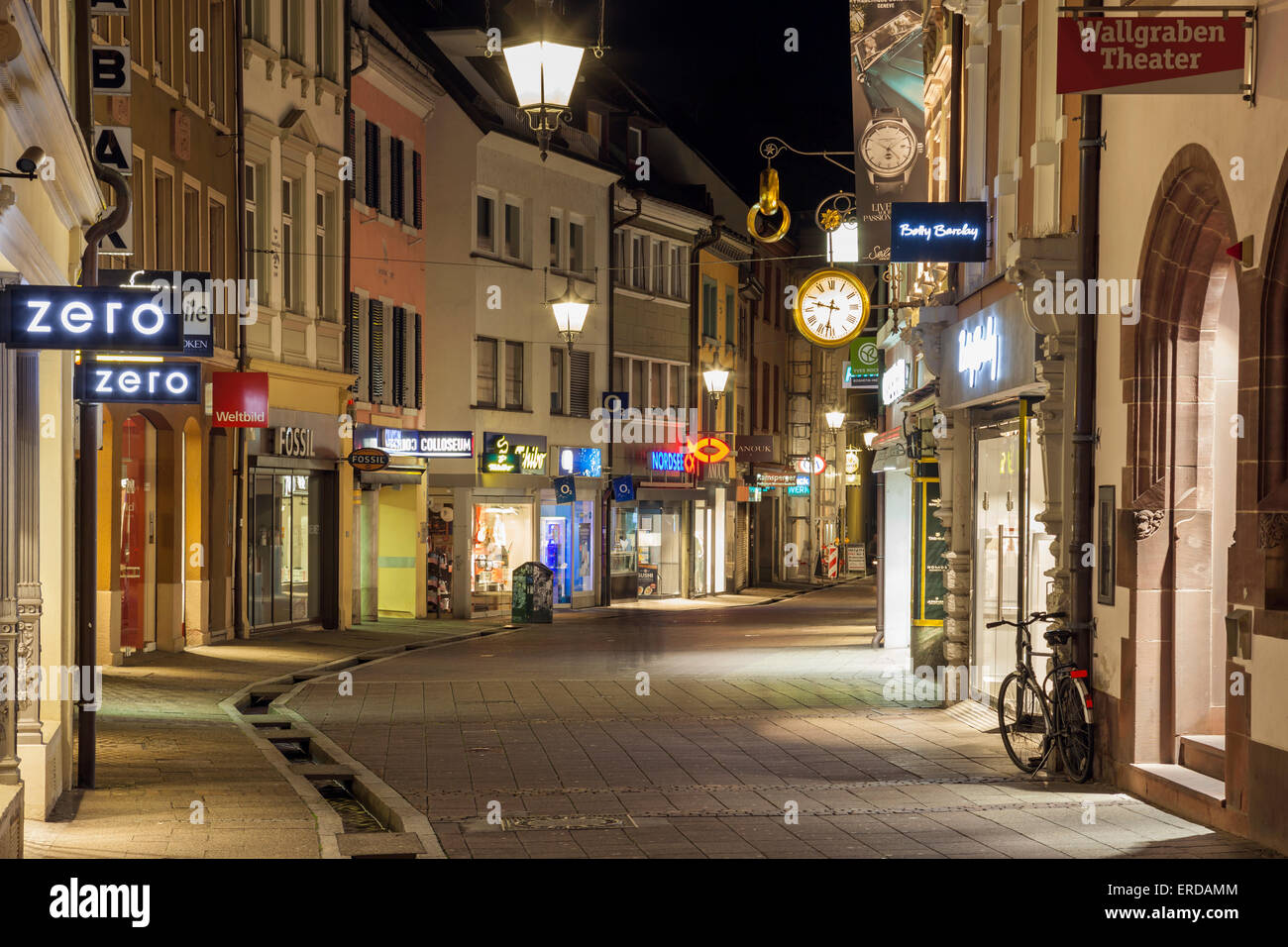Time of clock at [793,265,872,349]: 9:32
